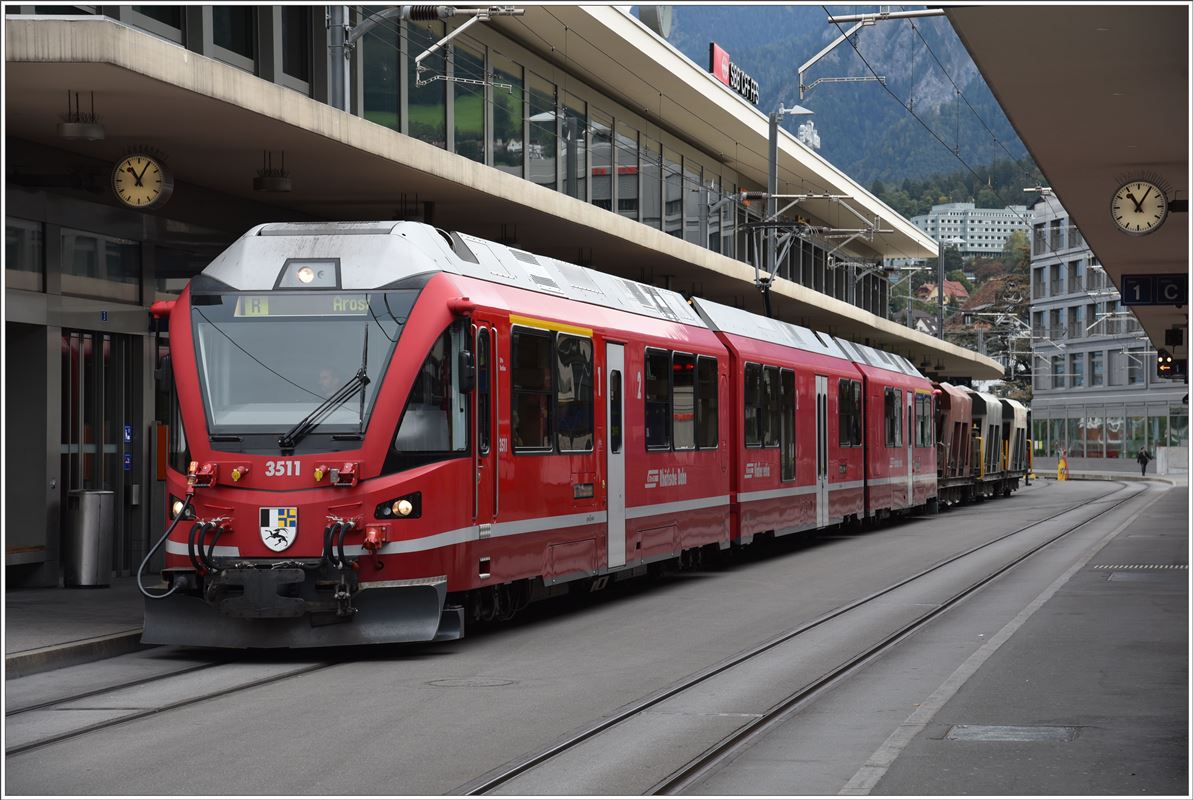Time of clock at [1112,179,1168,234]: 11:05
